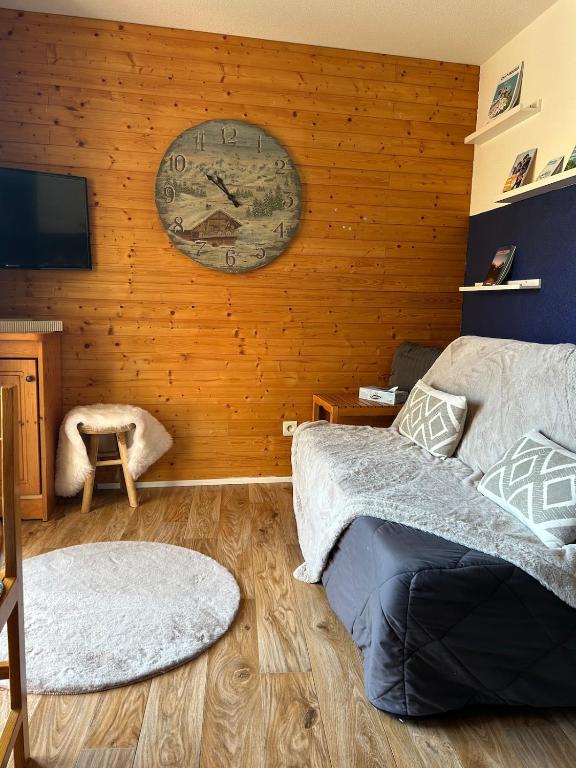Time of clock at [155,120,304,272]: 10:38
